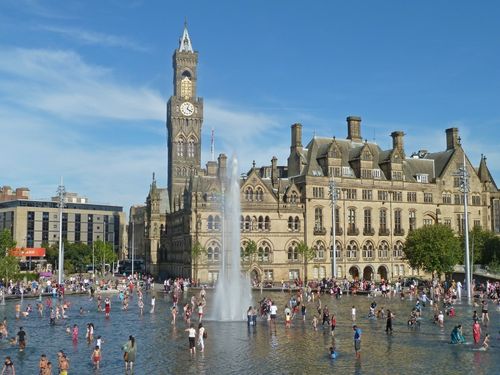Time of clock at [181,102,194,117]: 4:03
